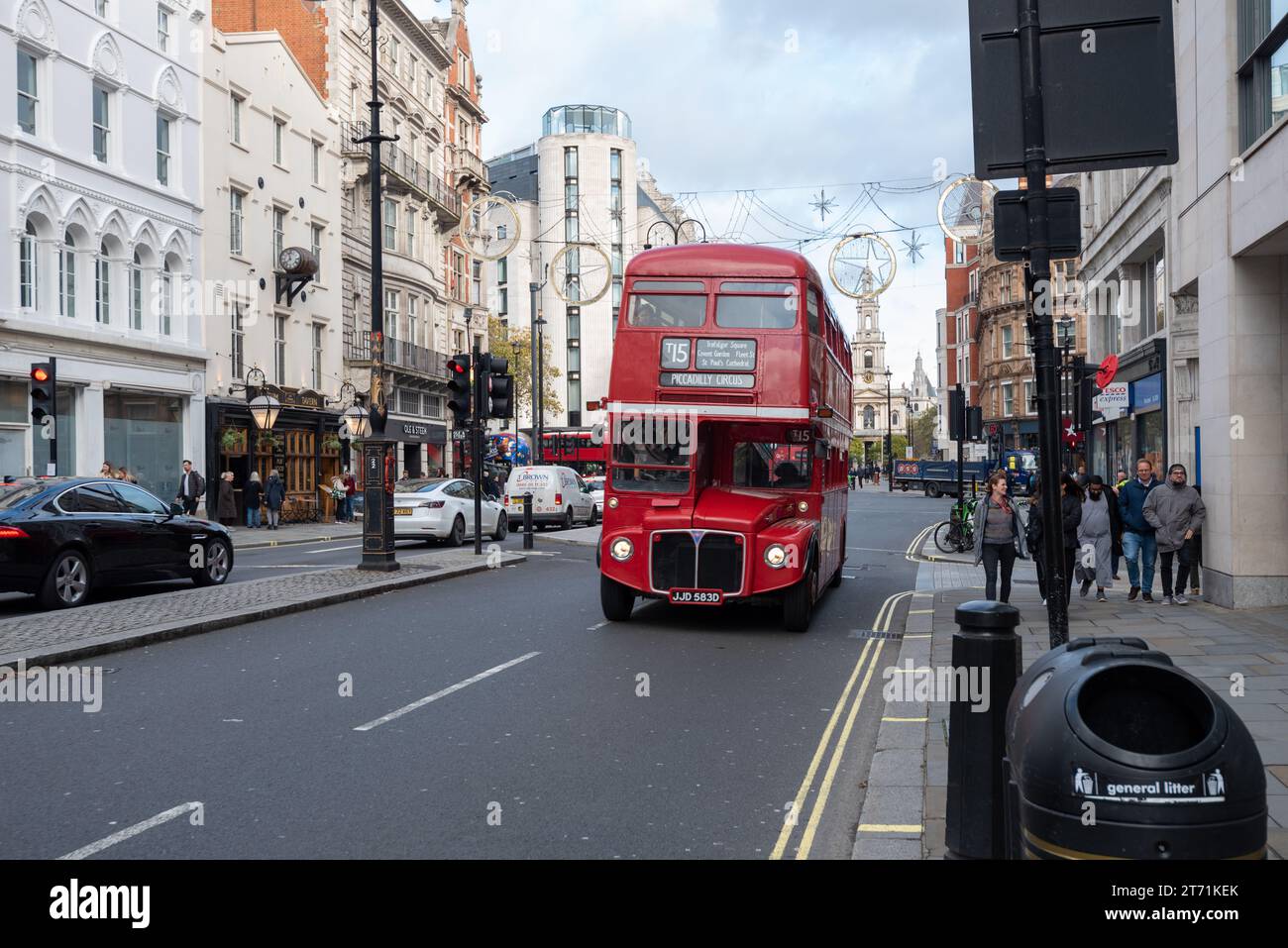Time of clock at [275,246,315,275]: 11:37
